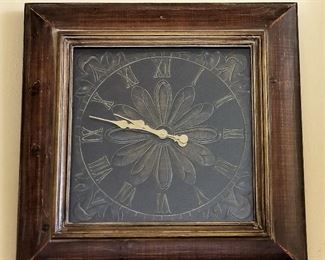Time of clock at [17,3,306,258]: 9:47
